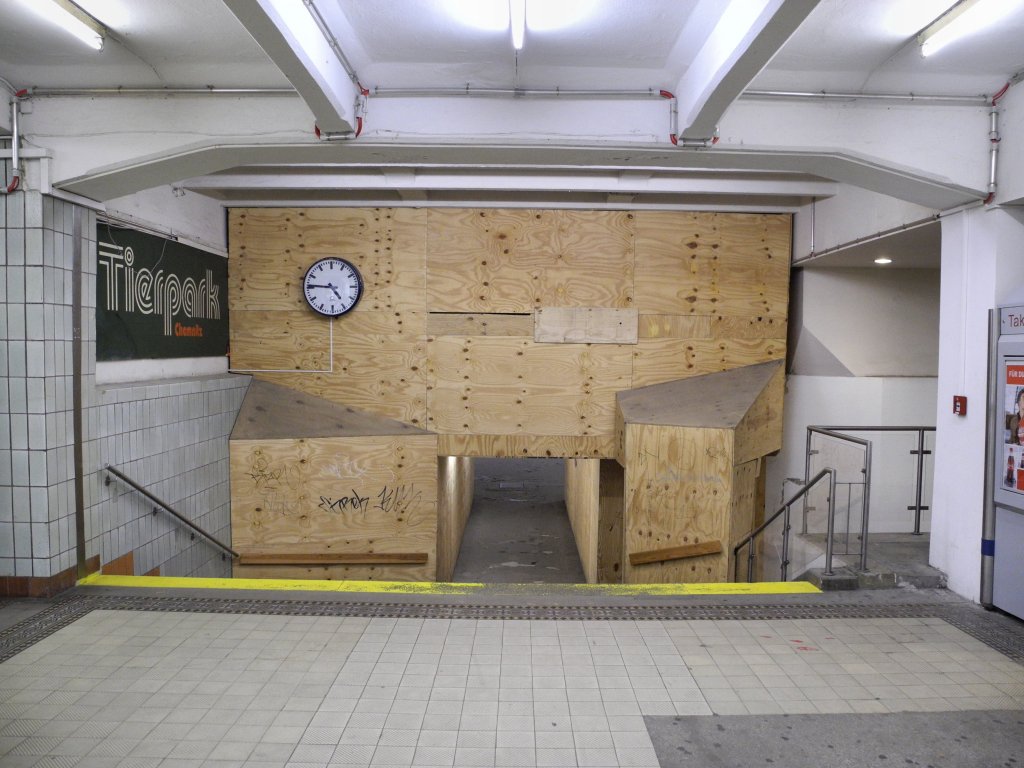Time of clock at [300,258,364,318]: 4:45
